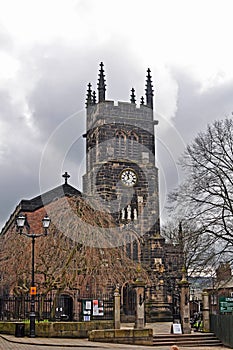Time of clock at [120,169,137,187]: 11:37
